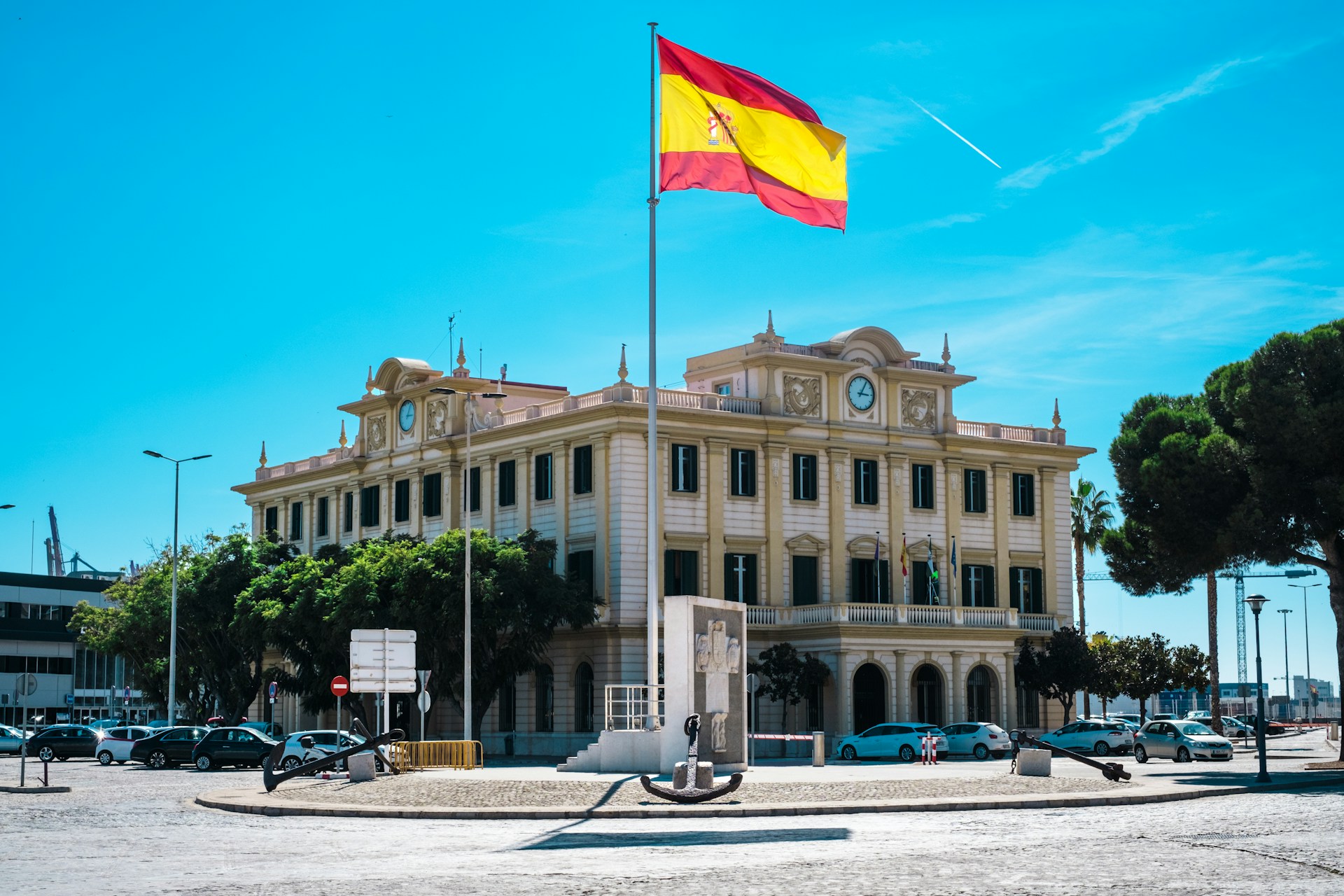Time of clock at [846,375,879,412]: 3:05
